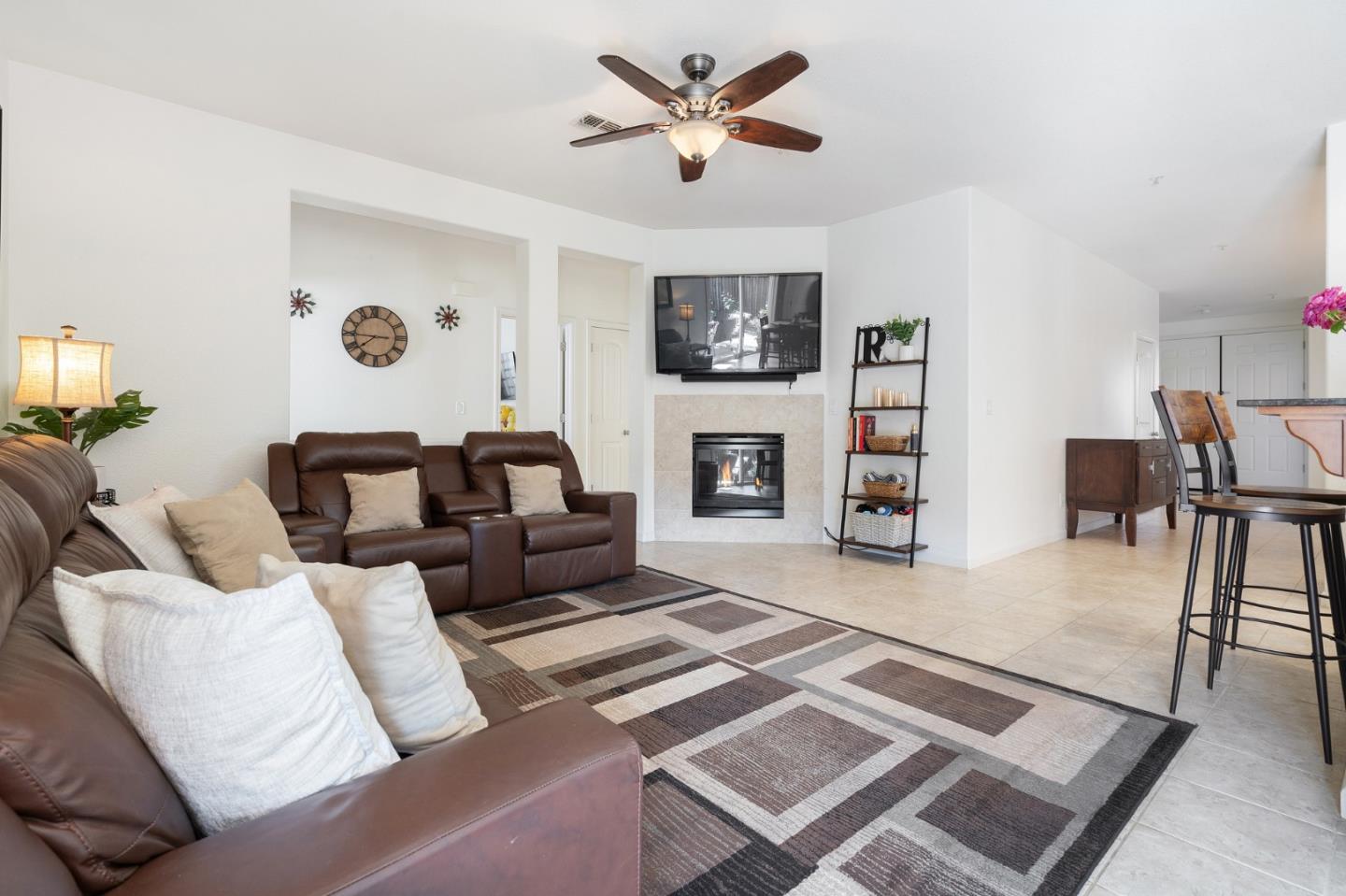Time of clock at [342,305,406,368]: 7:45
